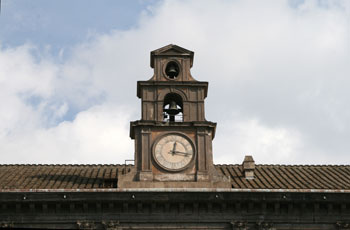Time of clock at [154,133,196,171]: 12:16
